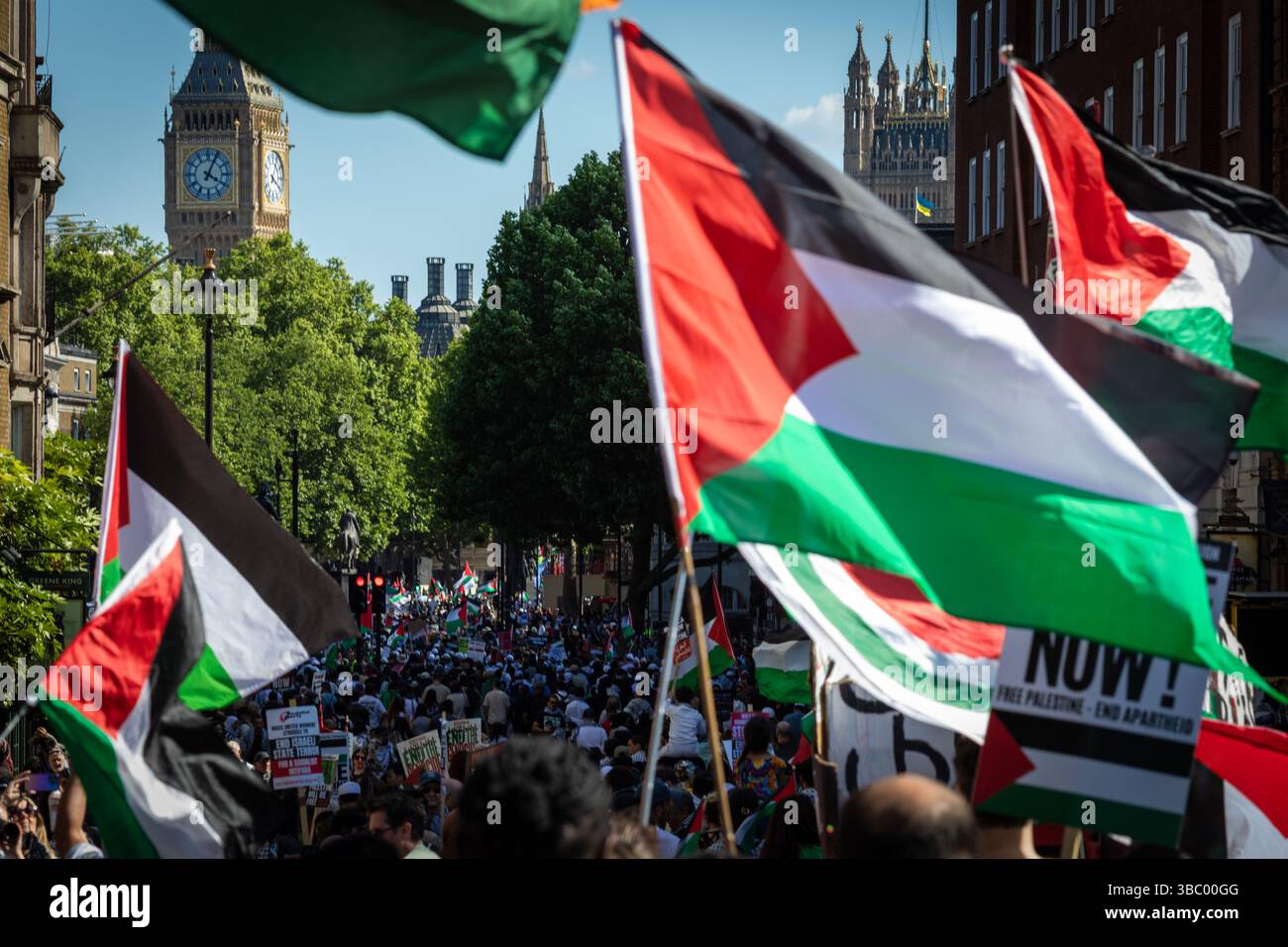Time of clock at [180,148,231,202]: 4:04
